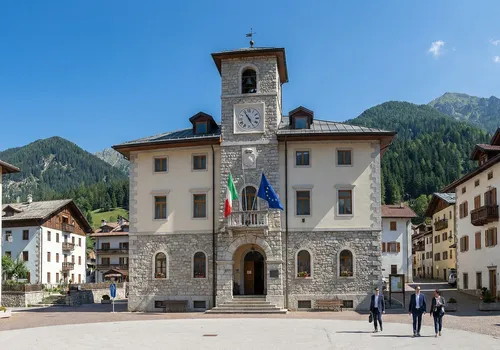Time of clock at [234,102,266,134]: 4:54
